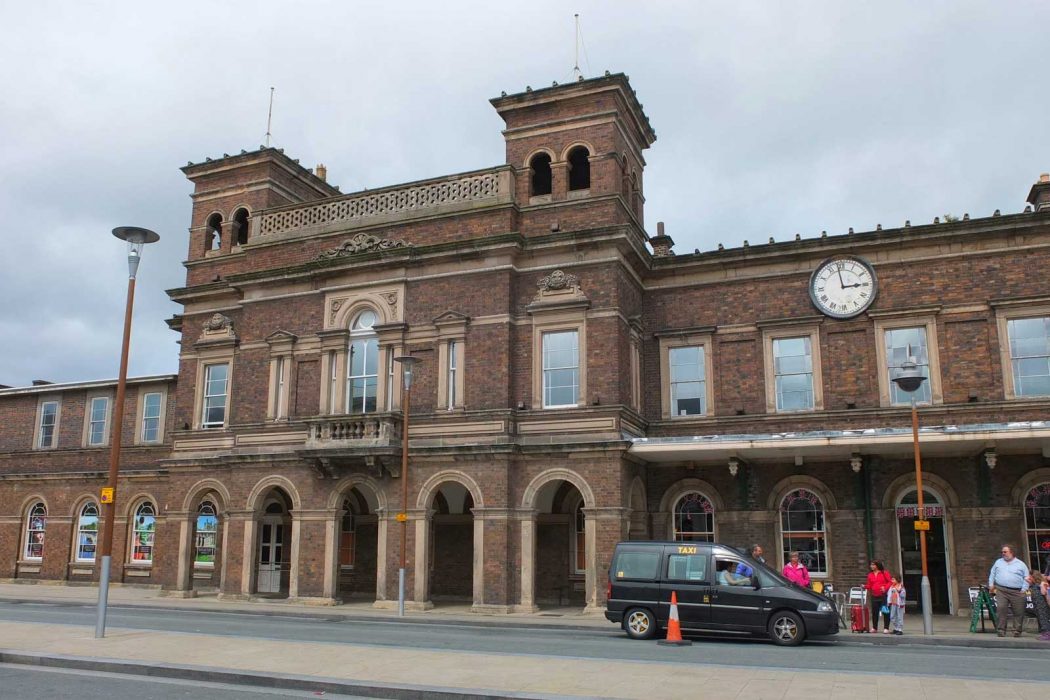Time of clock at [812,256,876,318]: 2:58
